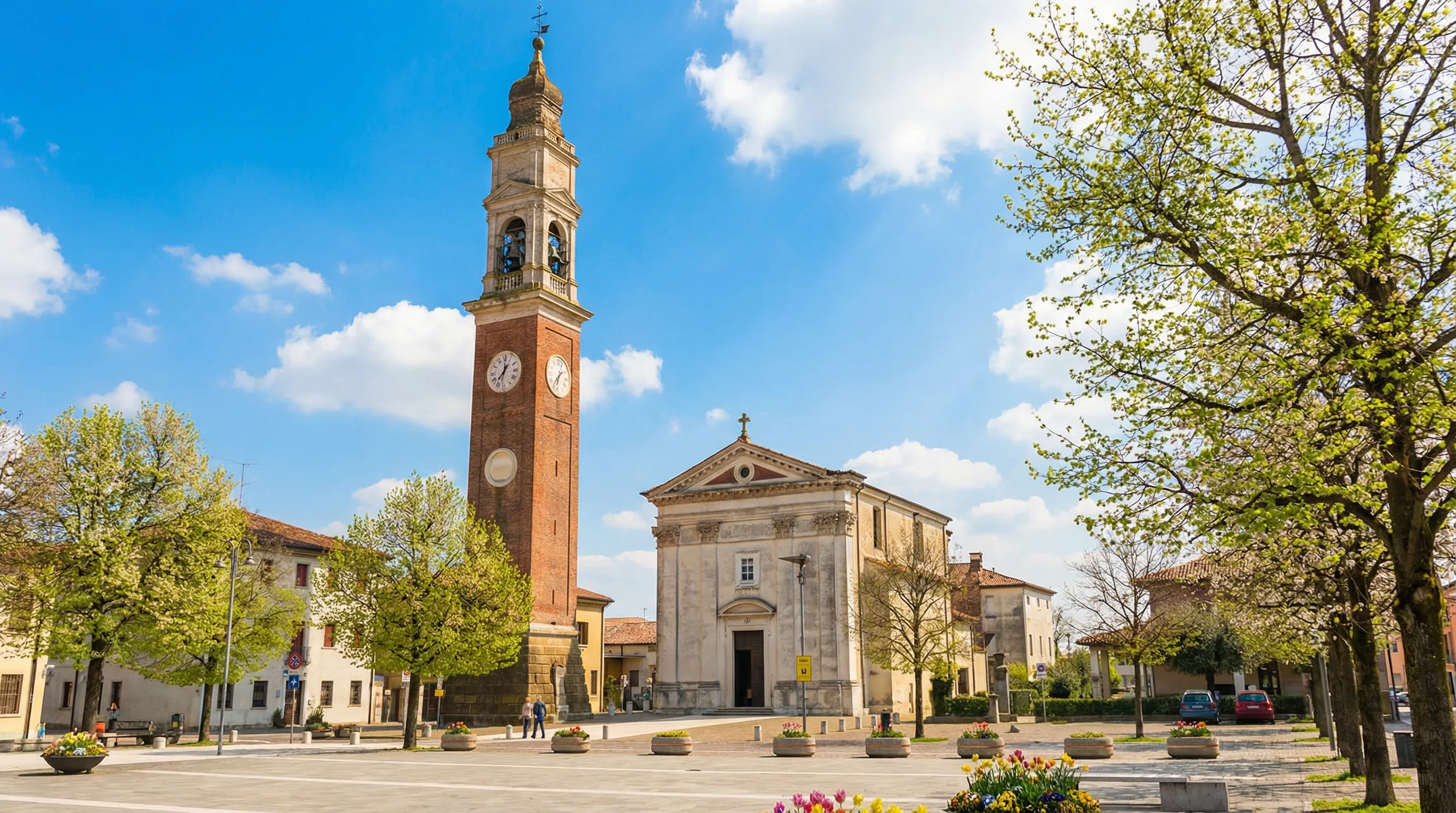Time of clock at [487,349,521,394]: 1:01
